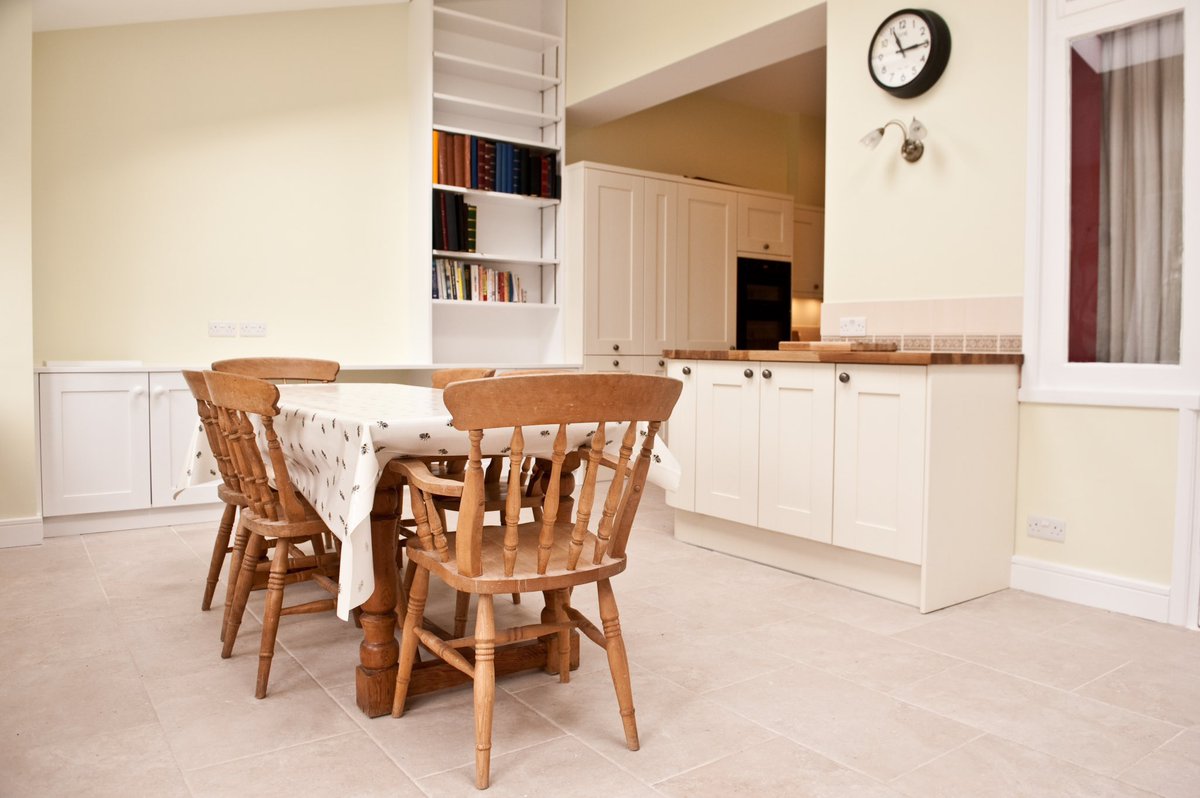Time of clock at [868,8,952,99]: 11:14
